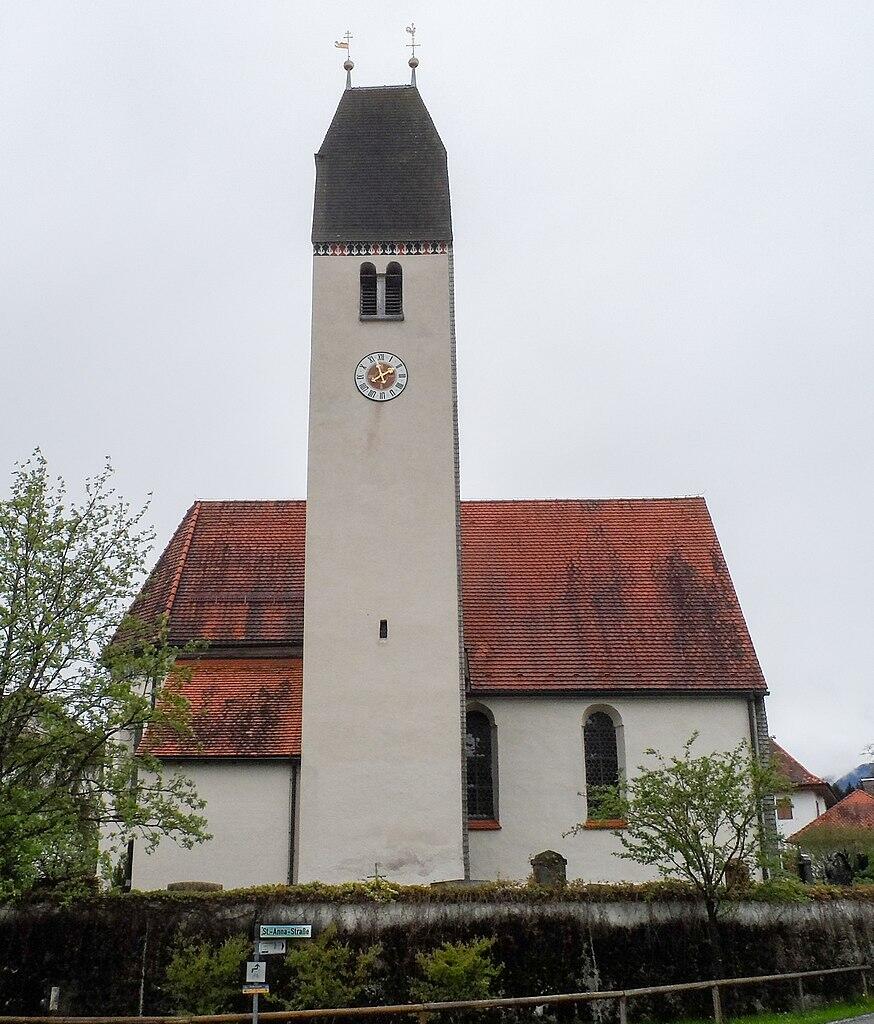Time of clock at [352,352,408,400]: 7:57
